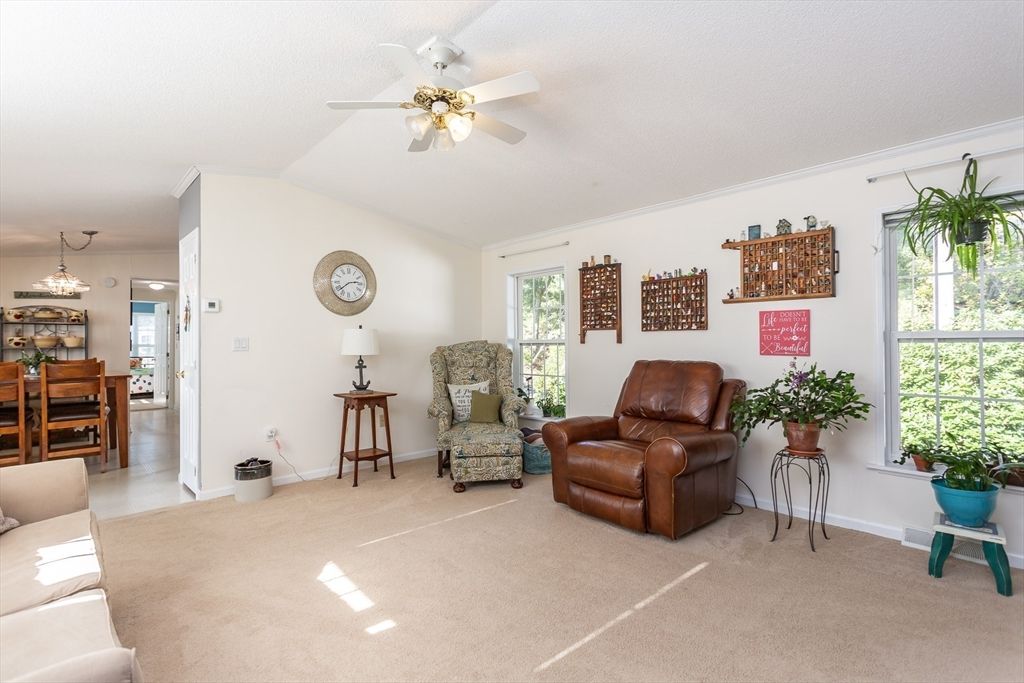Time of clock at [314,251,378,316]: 2:38
